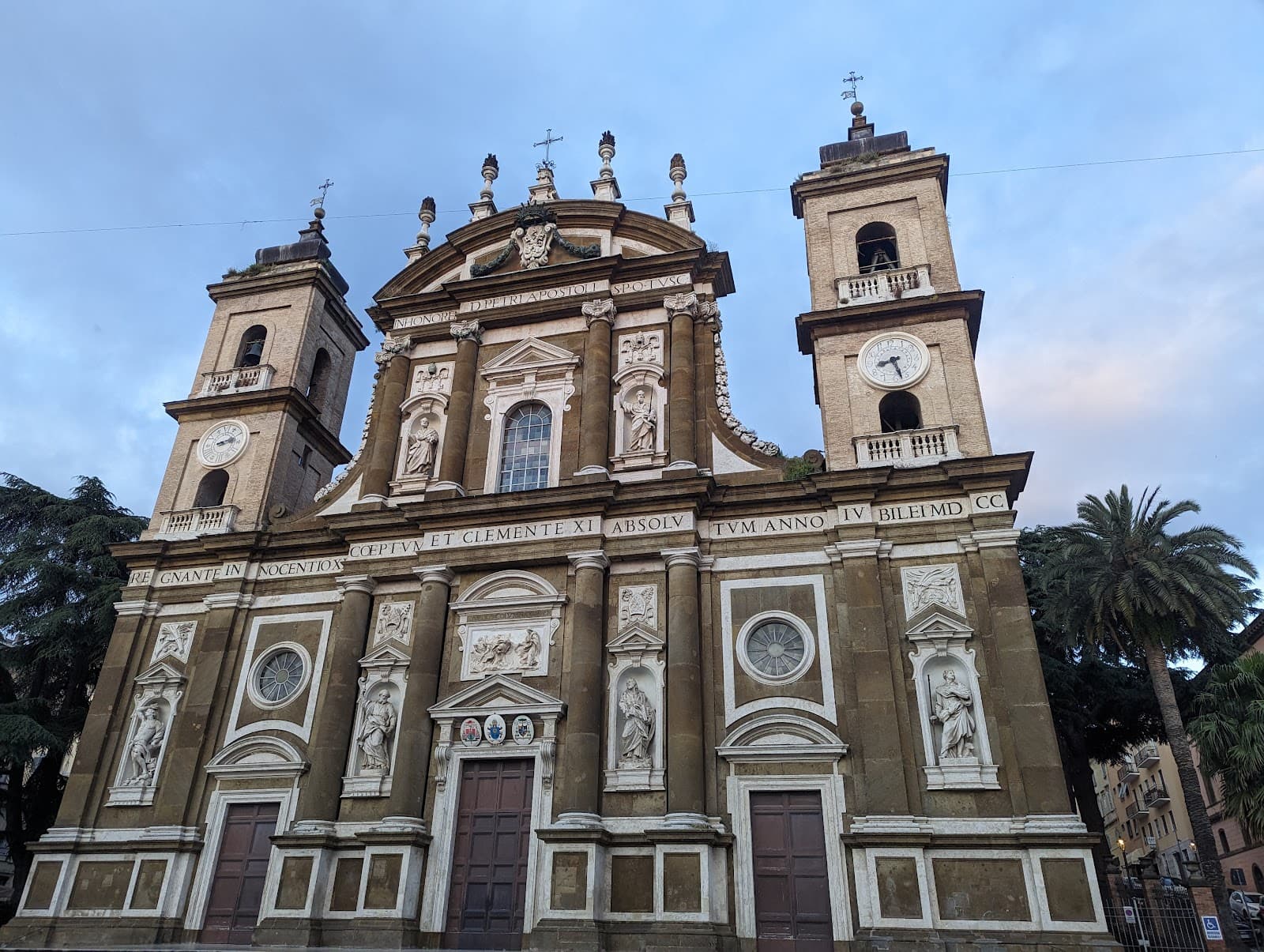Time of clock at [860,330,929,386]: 8:27
